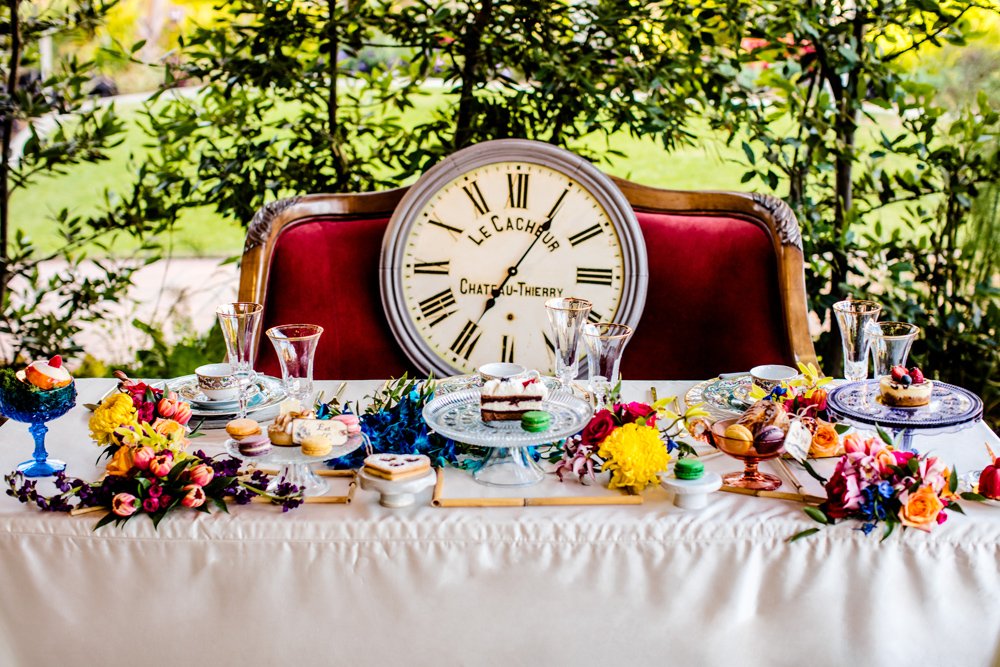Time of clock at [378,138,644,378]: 7:05
